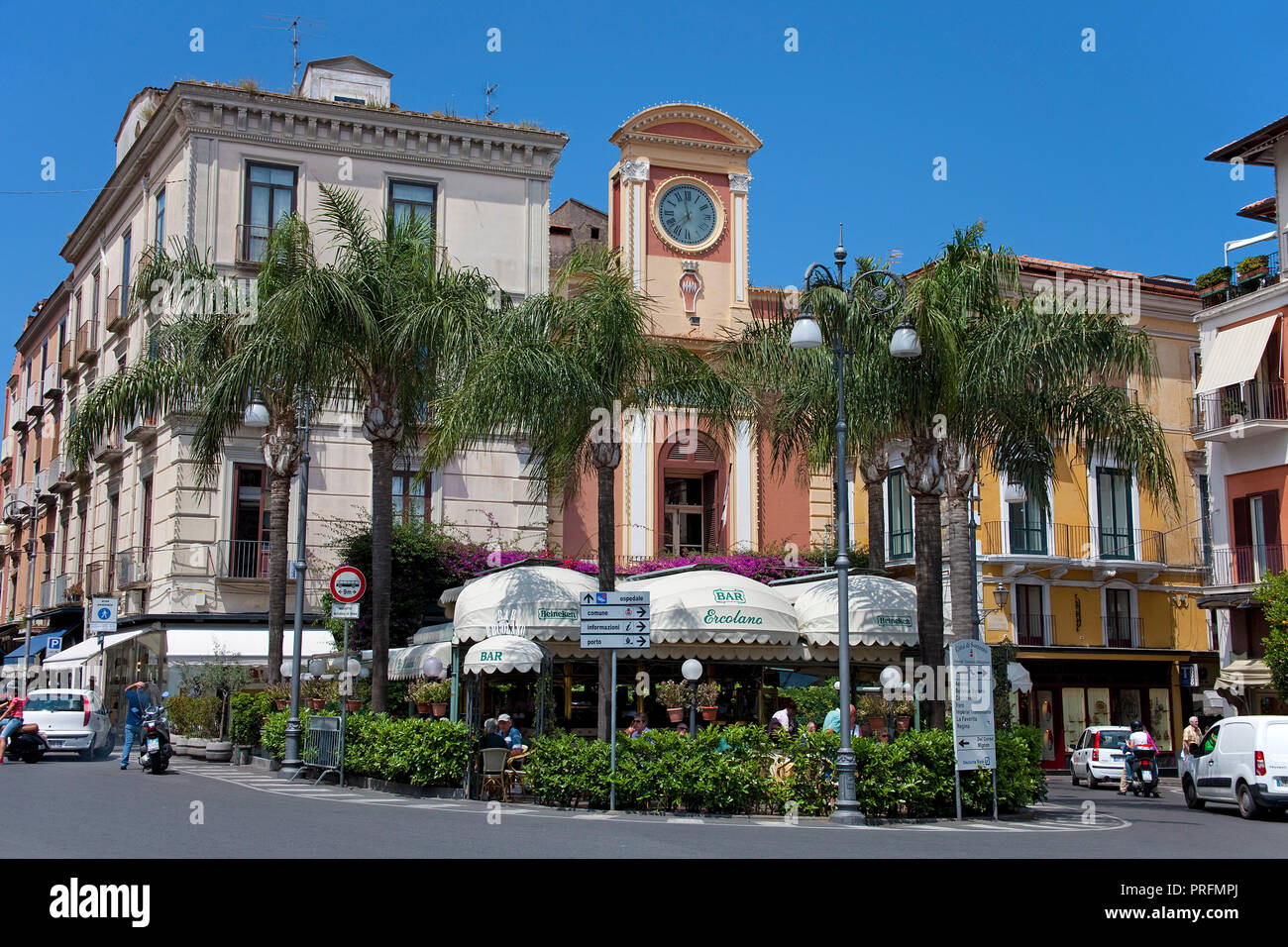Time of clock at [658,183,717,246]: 11:37
